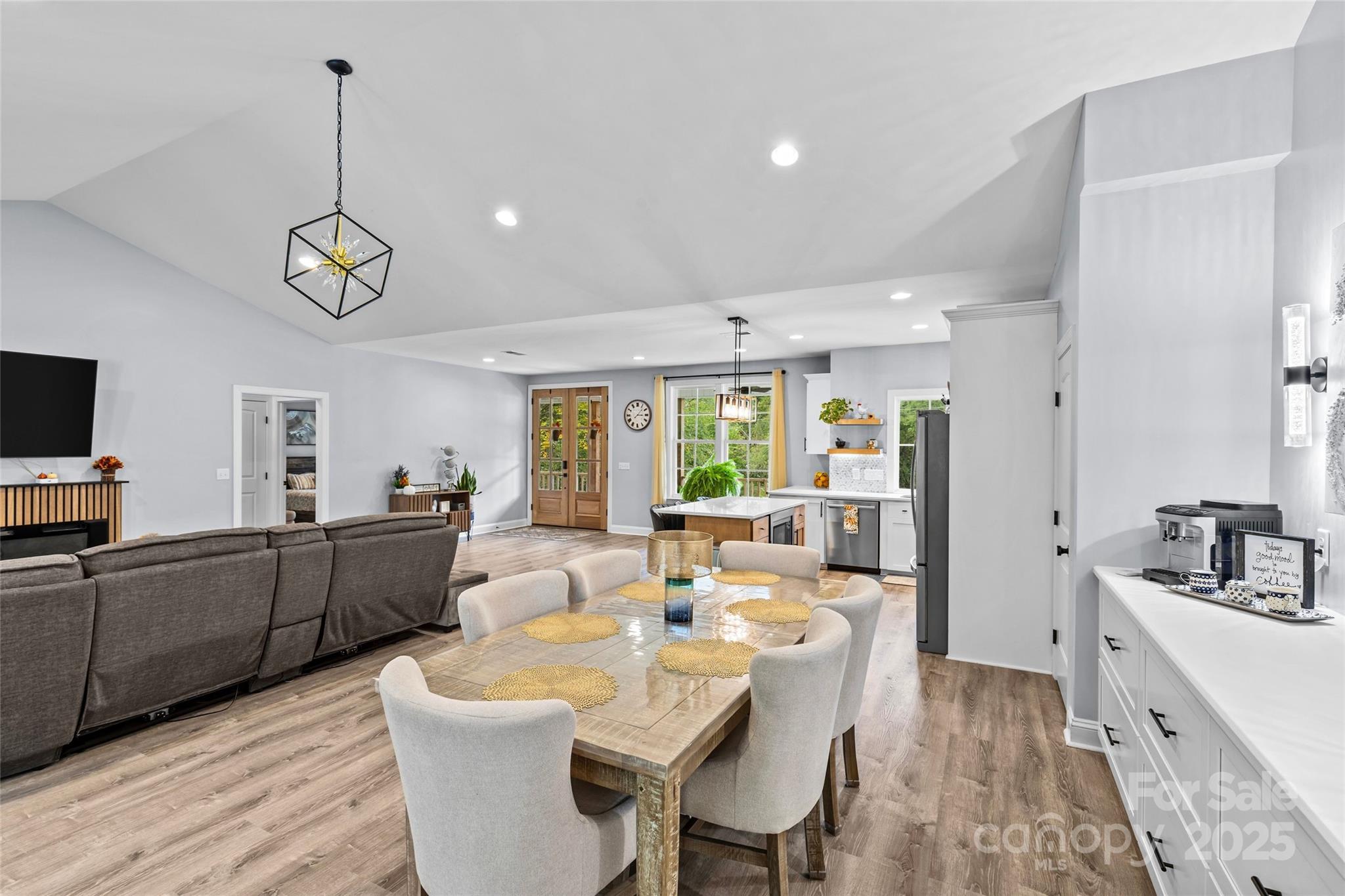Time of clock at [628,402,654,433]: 3:07
